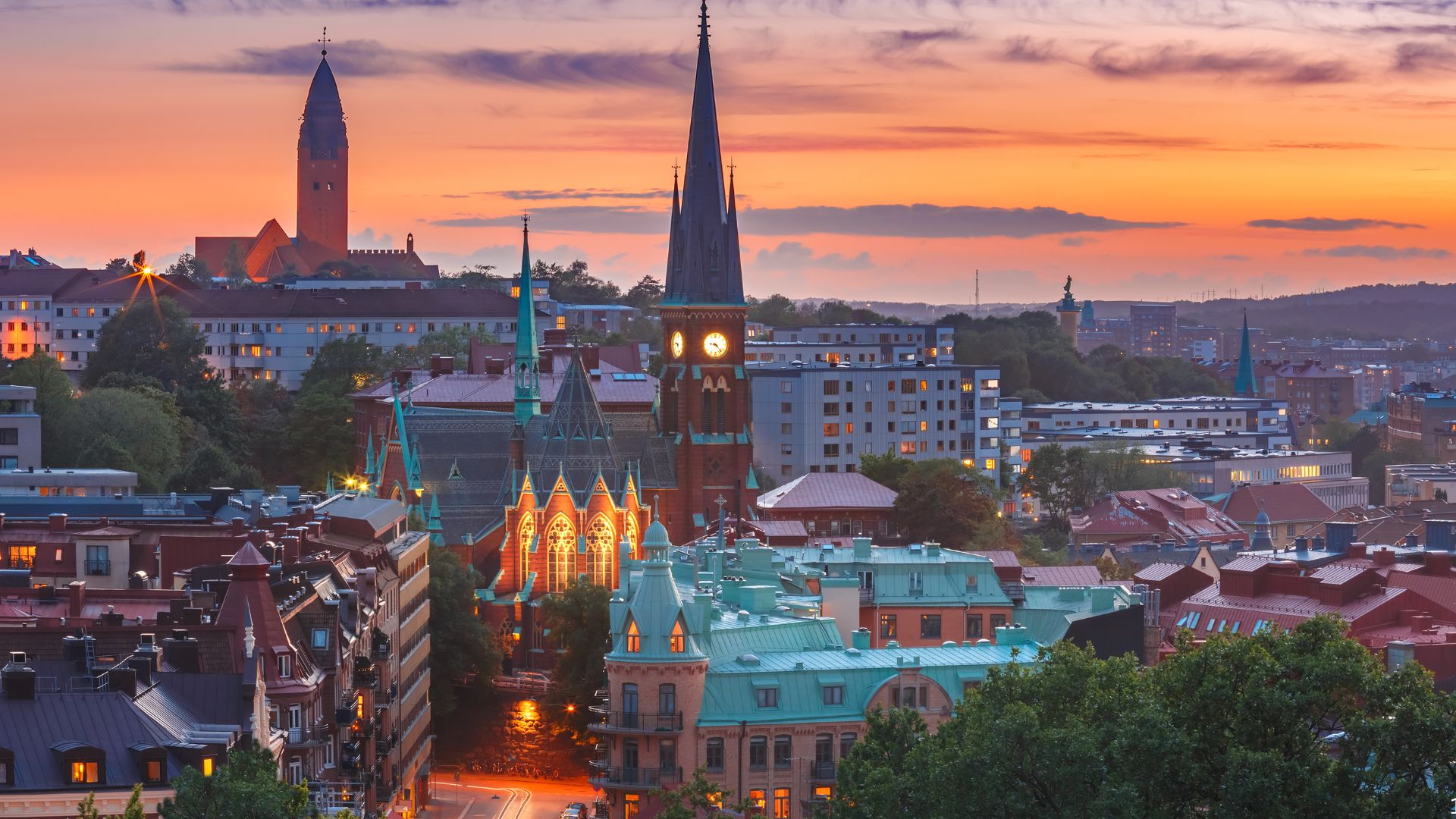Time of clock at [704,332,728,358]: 9:22
